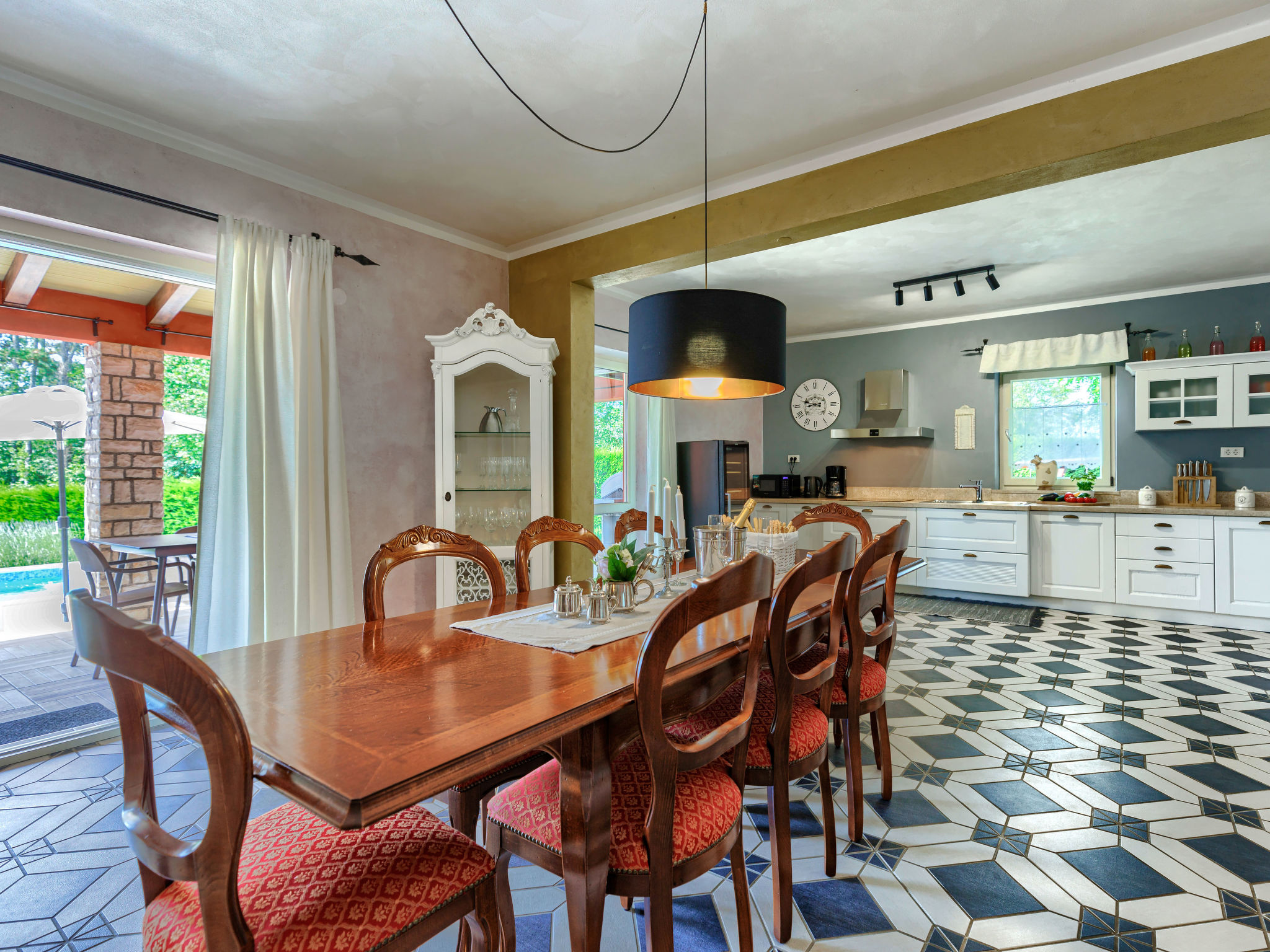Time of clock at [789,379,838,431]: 8:47
